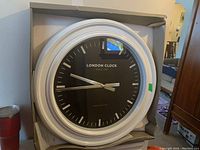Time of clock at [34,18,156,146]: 9:44
